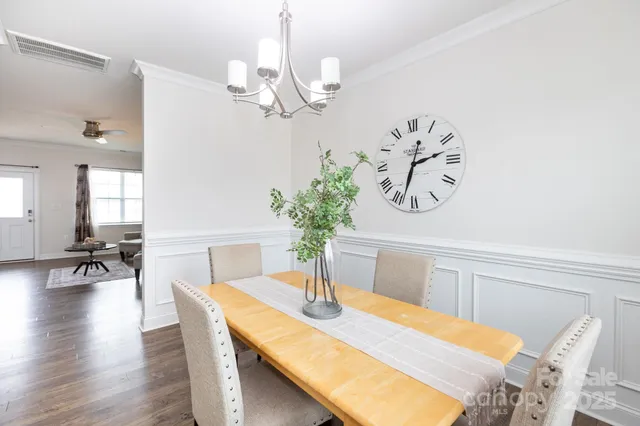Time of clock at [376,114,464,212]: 2:33
